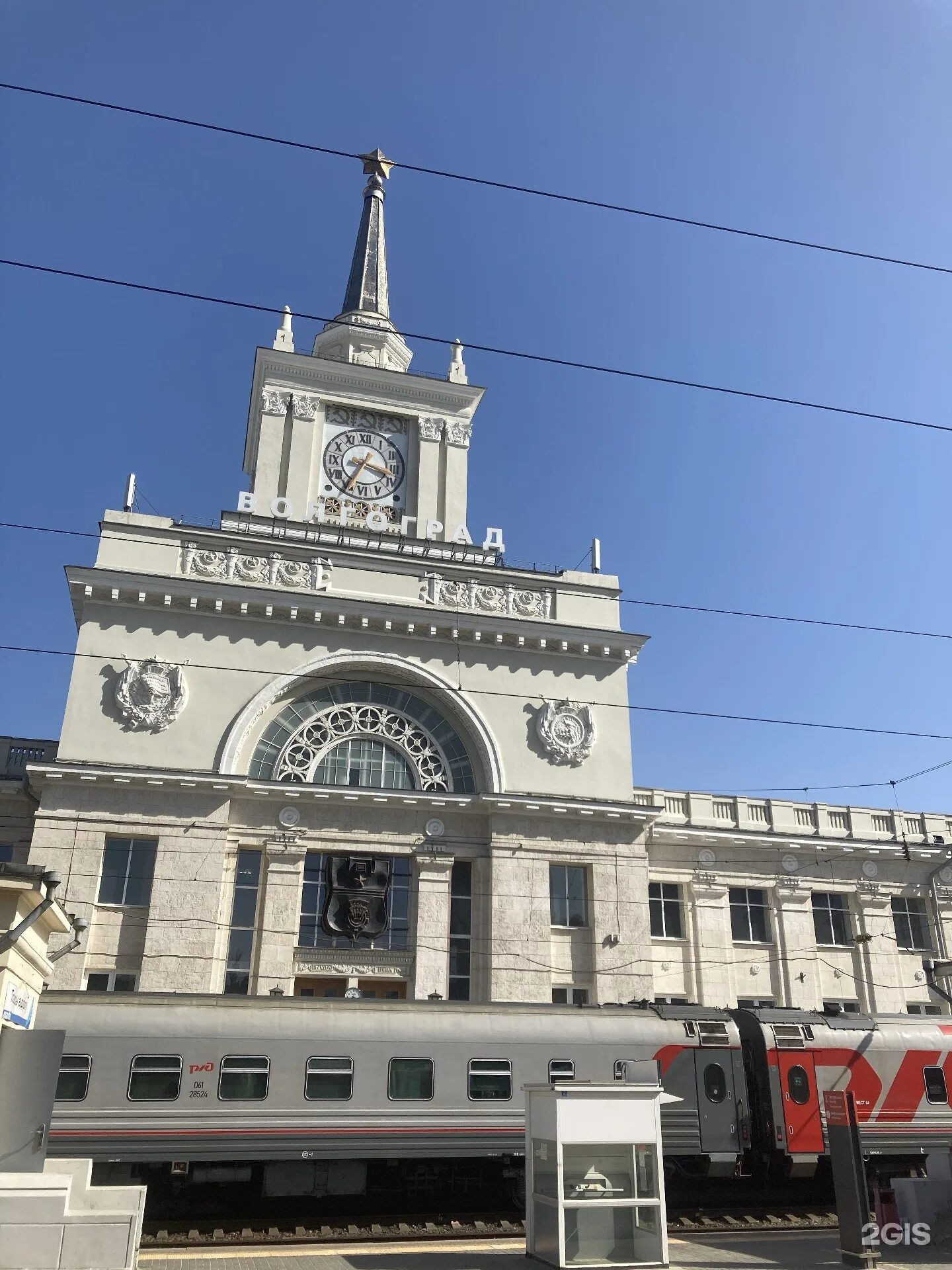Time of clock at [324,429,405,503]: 3:35
